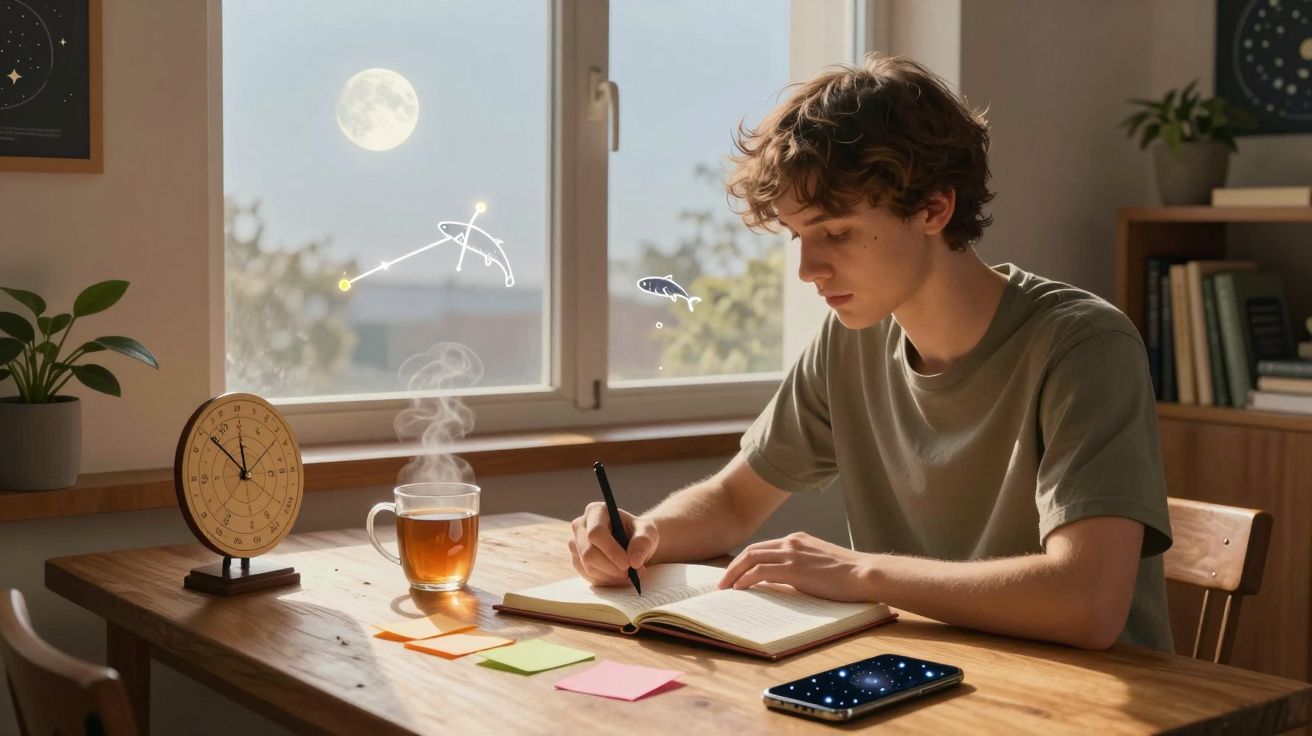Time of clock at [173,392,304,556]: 11:52
